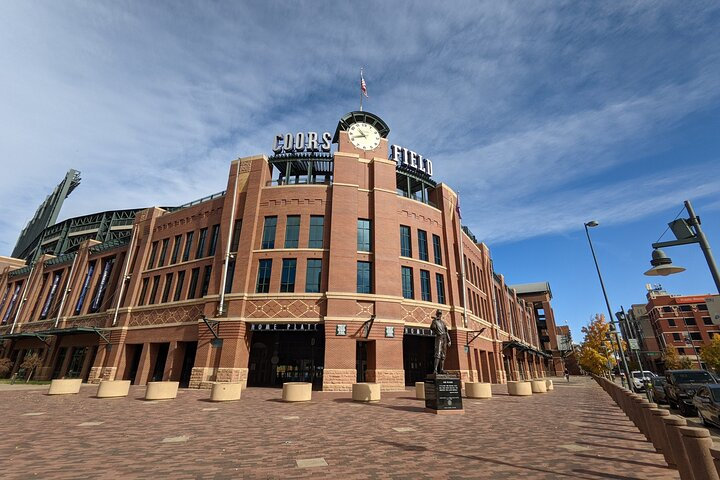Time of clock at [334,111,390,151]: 10:41
